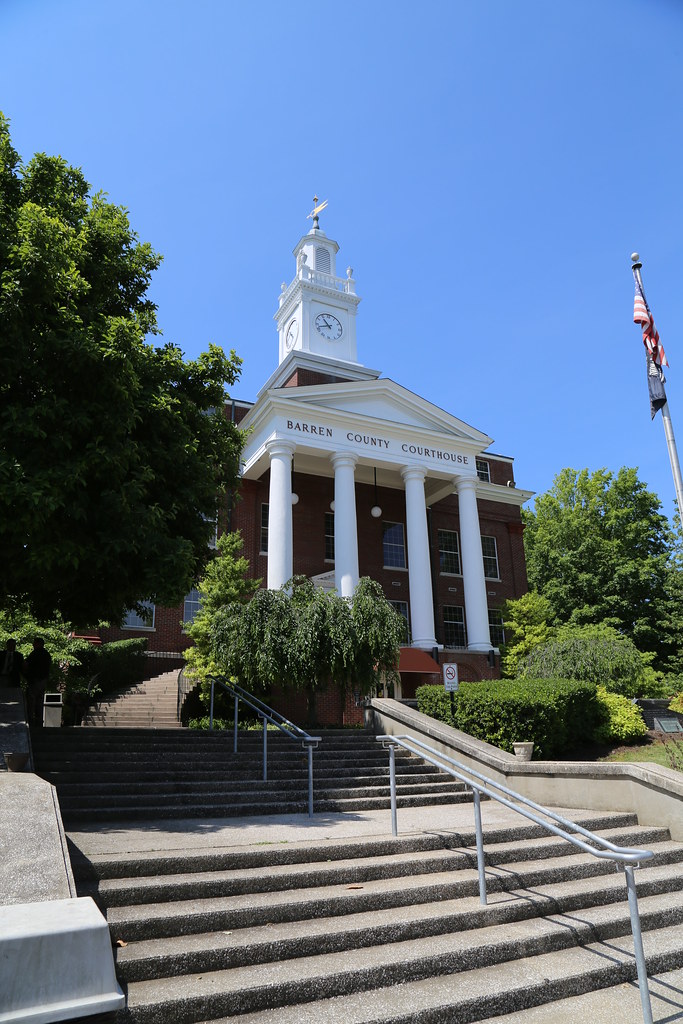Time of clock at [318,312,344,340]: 10:42
